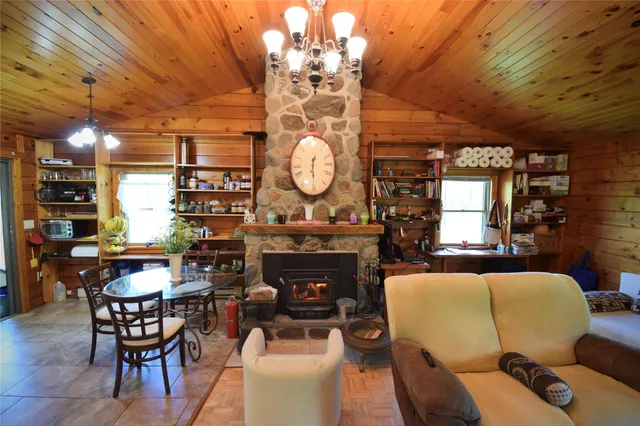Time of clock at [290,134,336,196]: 12:29
